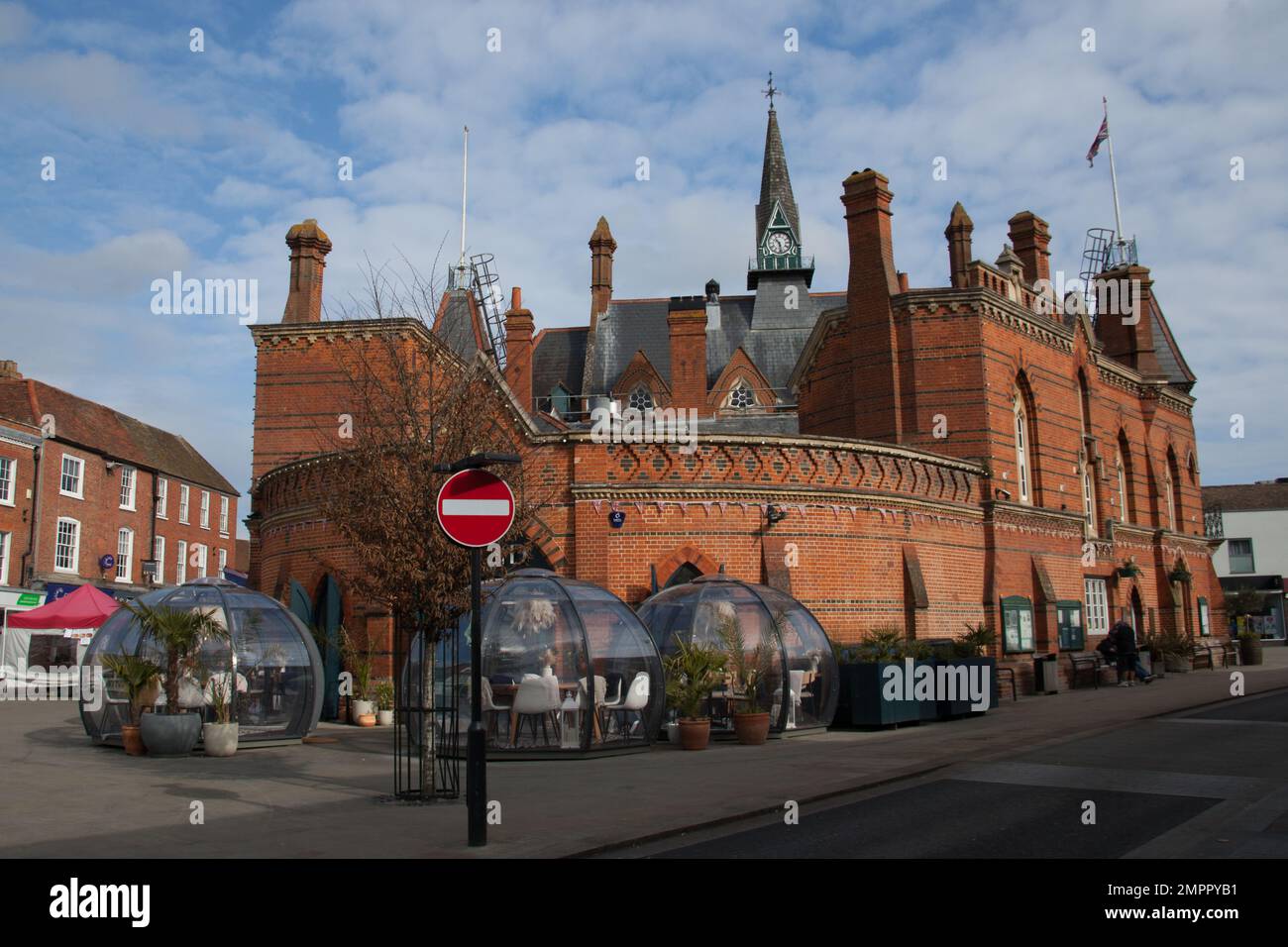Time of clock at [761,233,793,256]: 10:28
